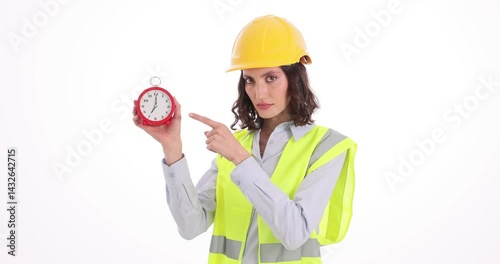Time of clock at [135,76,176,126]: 7:00
